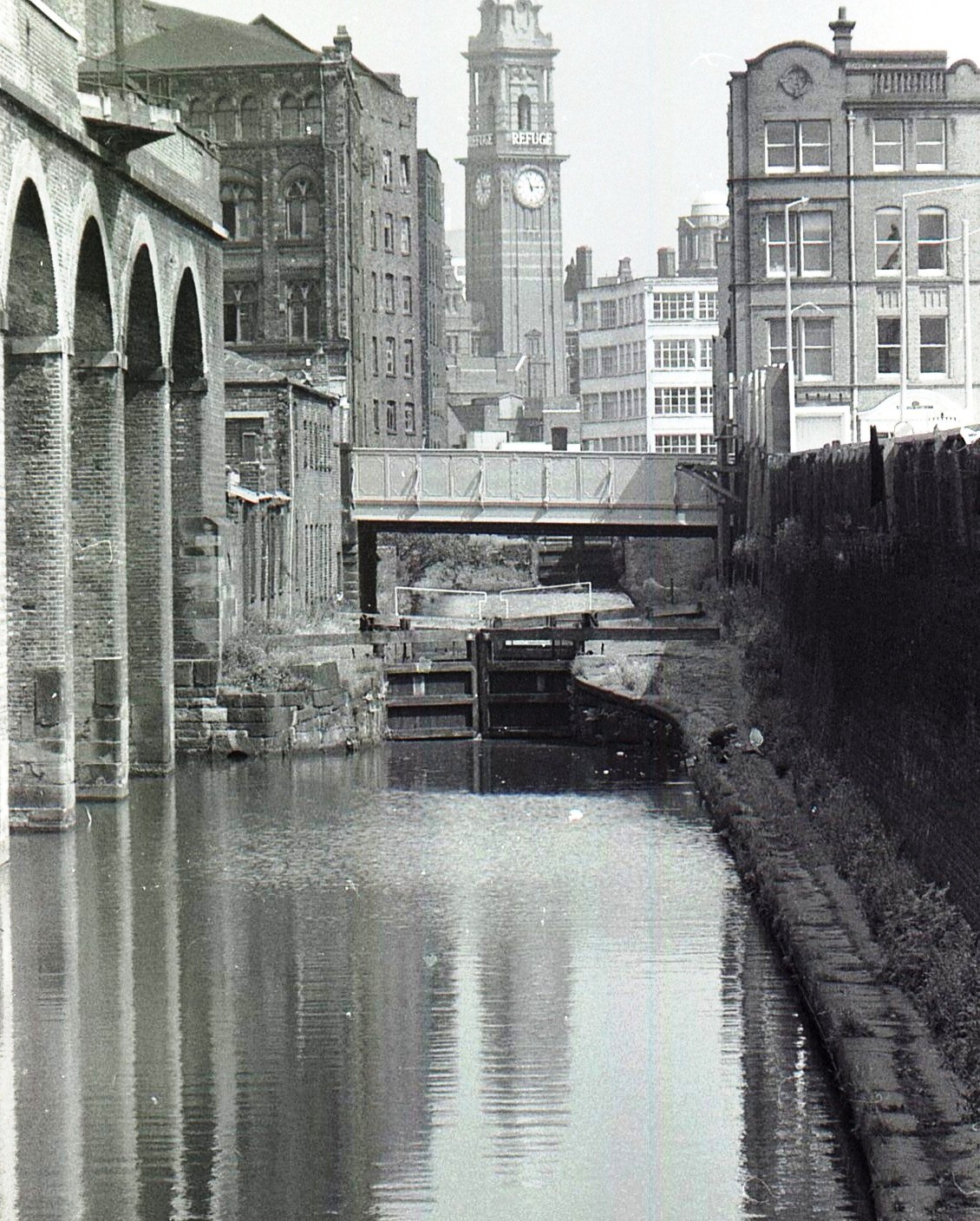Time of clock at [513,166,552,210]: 2:57
